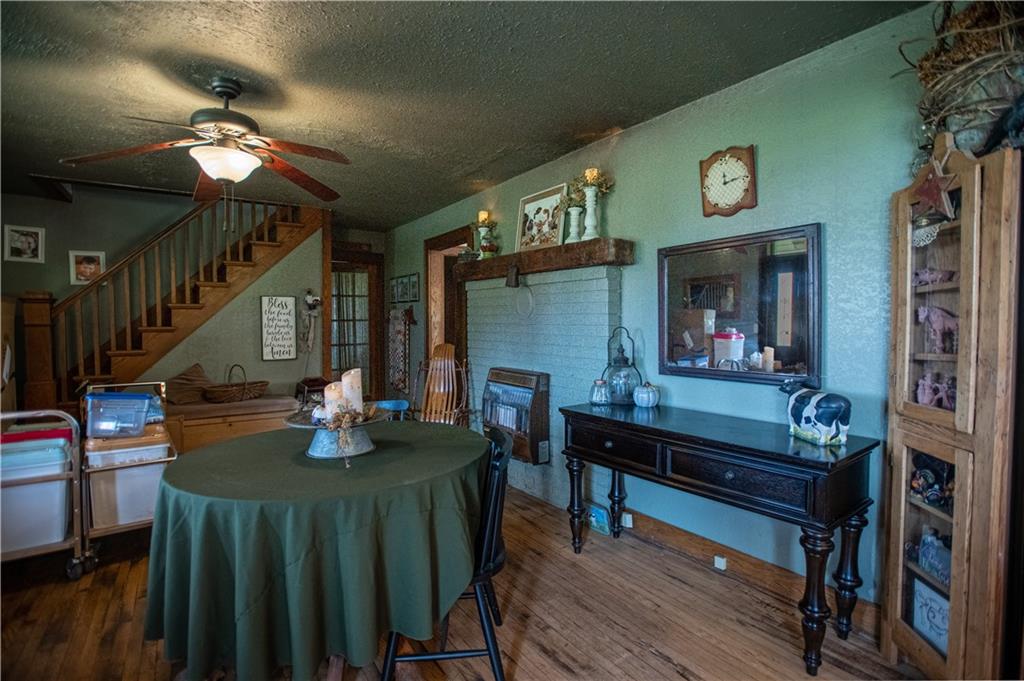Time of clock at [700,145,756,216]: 12:13
